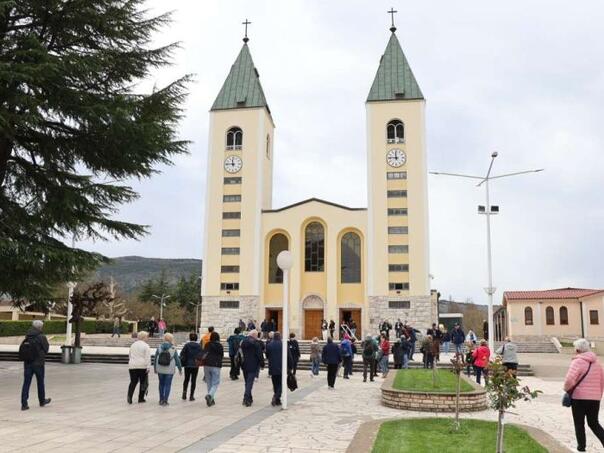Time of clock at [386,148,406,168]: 11:46
